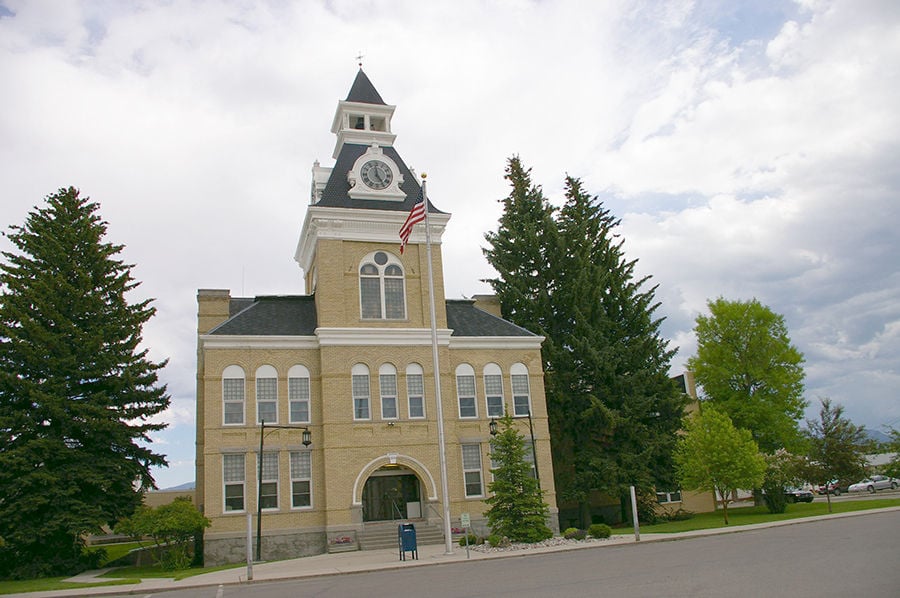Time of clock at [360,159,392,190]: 4:59
